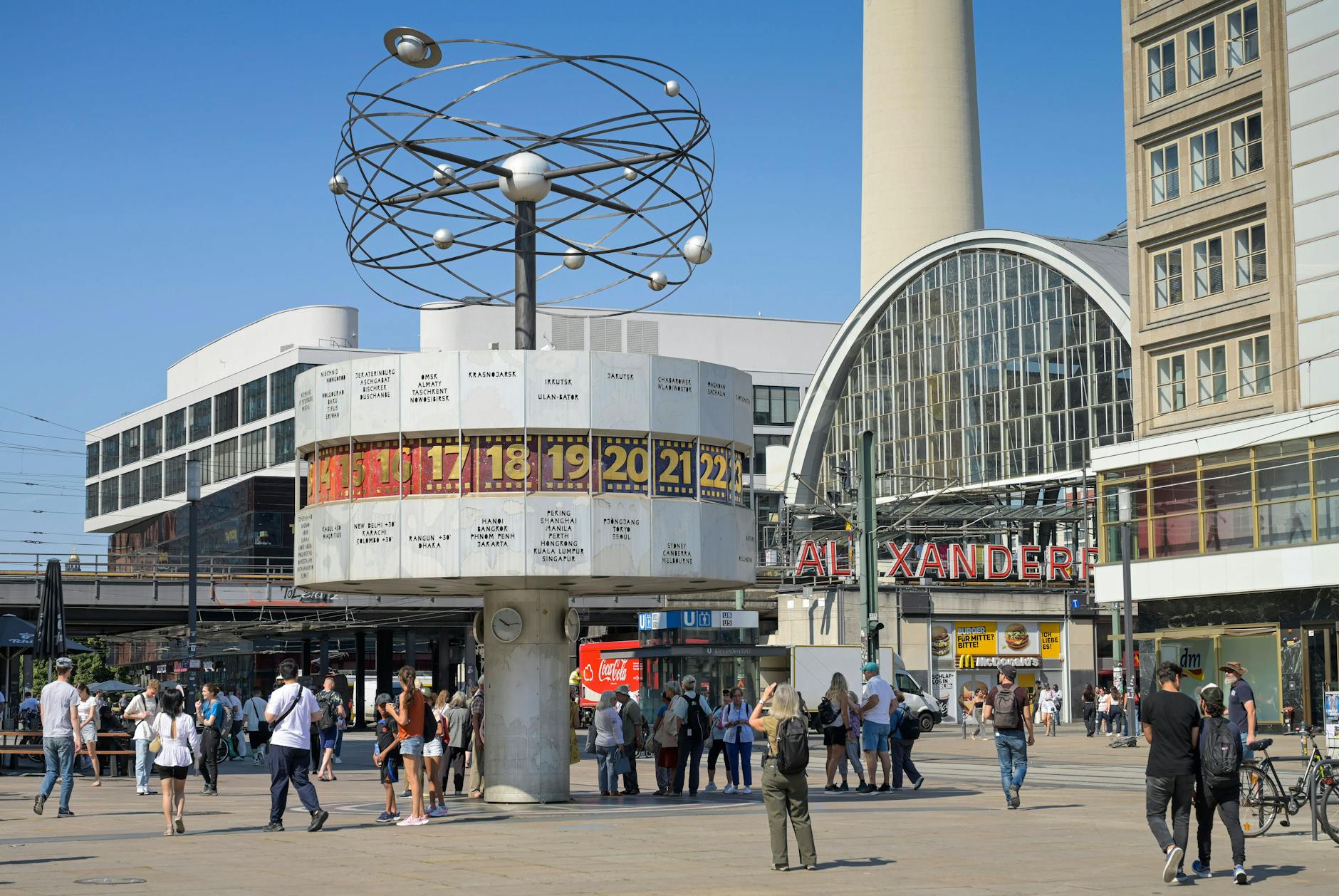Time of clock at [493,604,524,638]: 10:14
